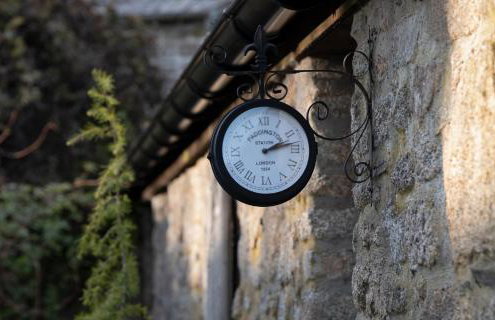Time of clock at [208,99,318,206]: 2:13
